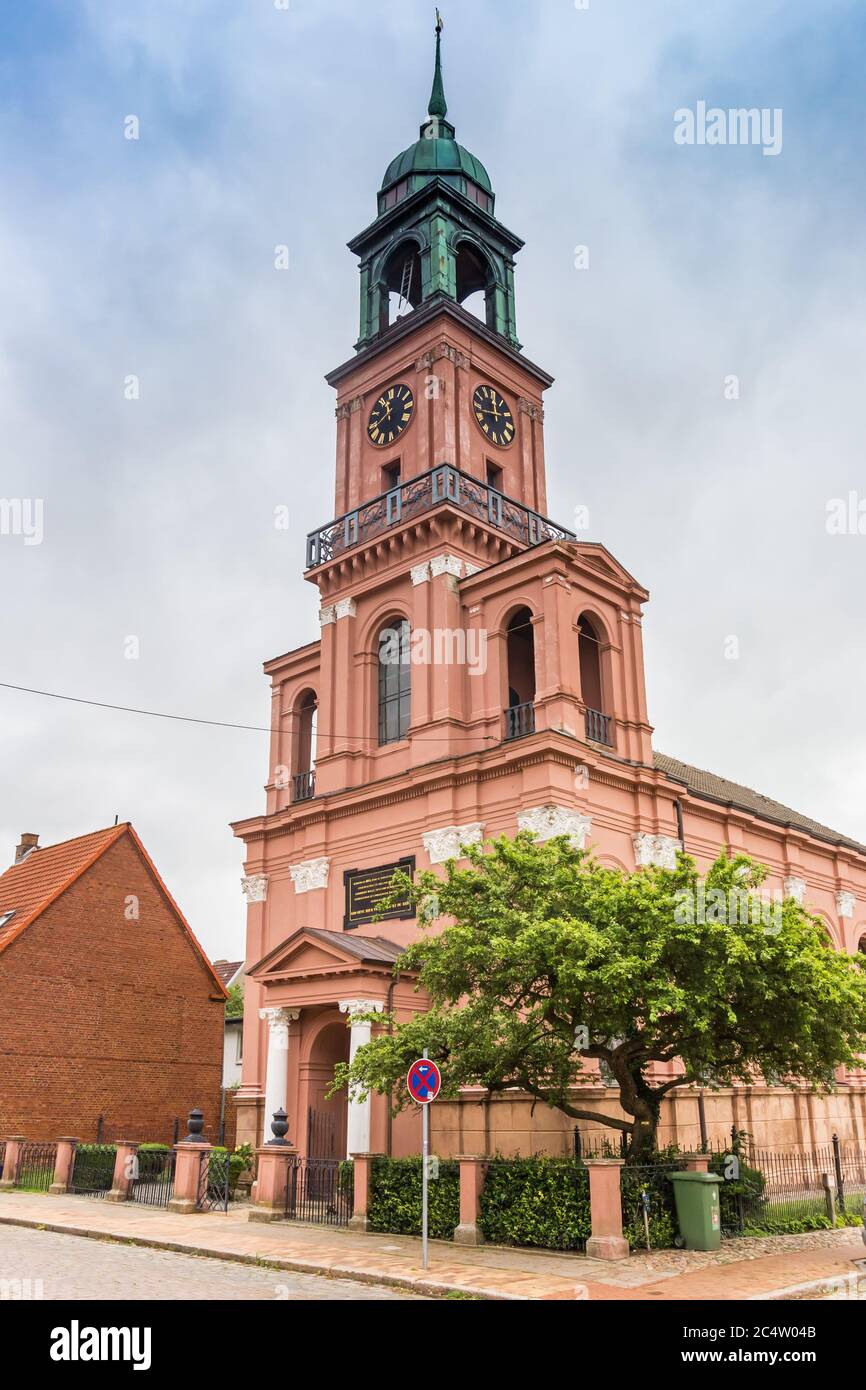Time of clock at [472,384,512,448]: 11:43
